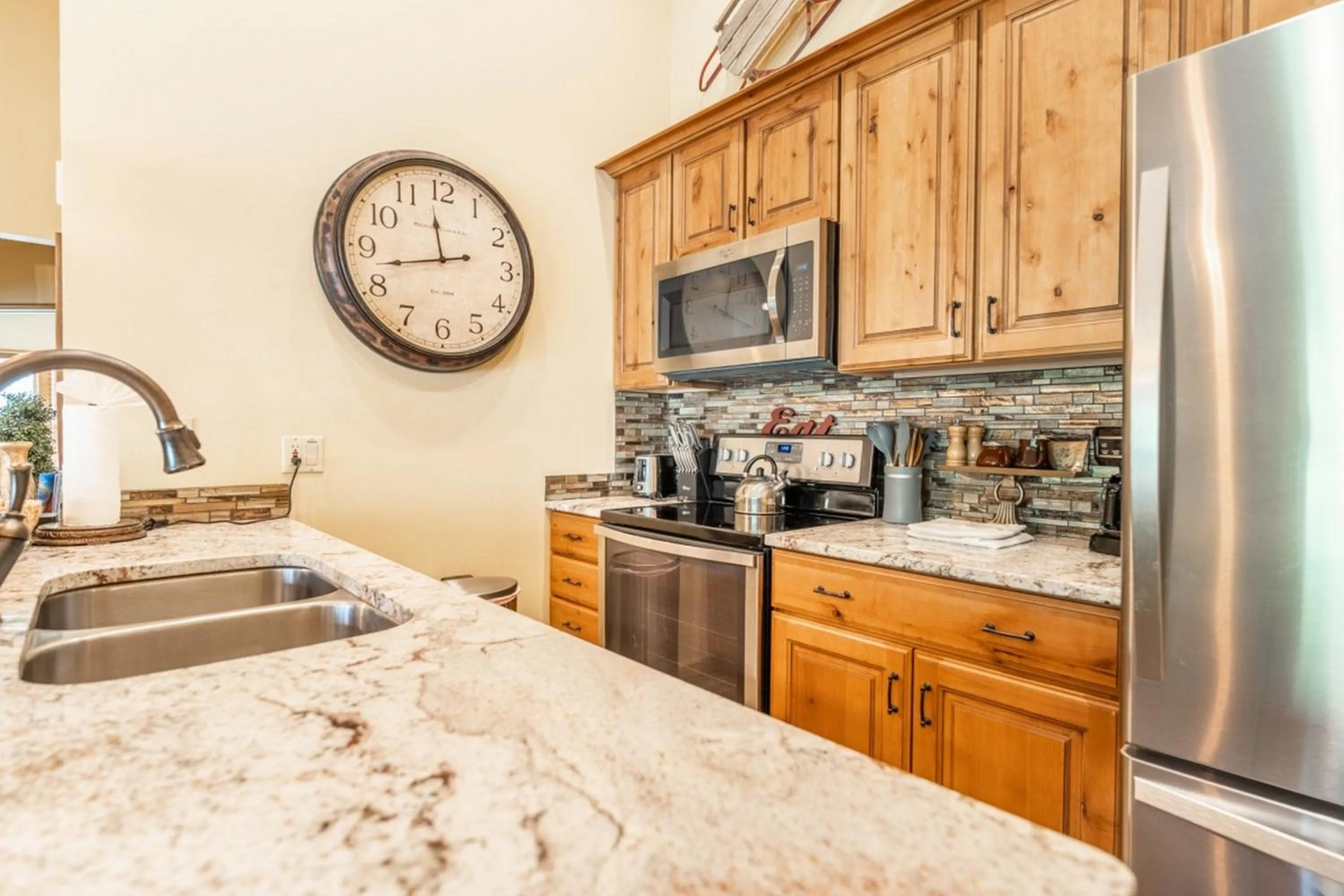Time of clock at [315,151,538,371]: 11:42
